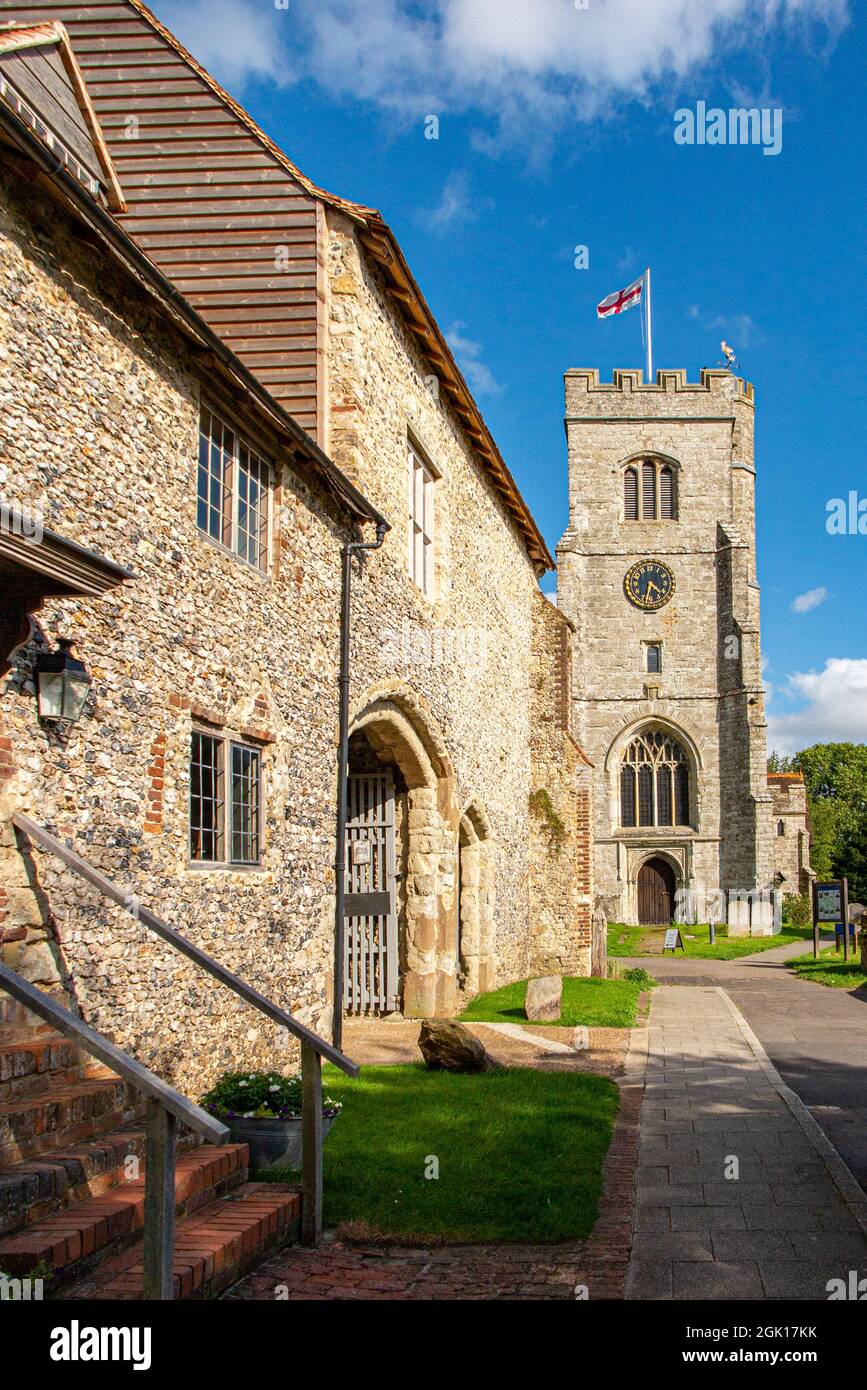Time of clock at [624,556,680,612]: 4:32
